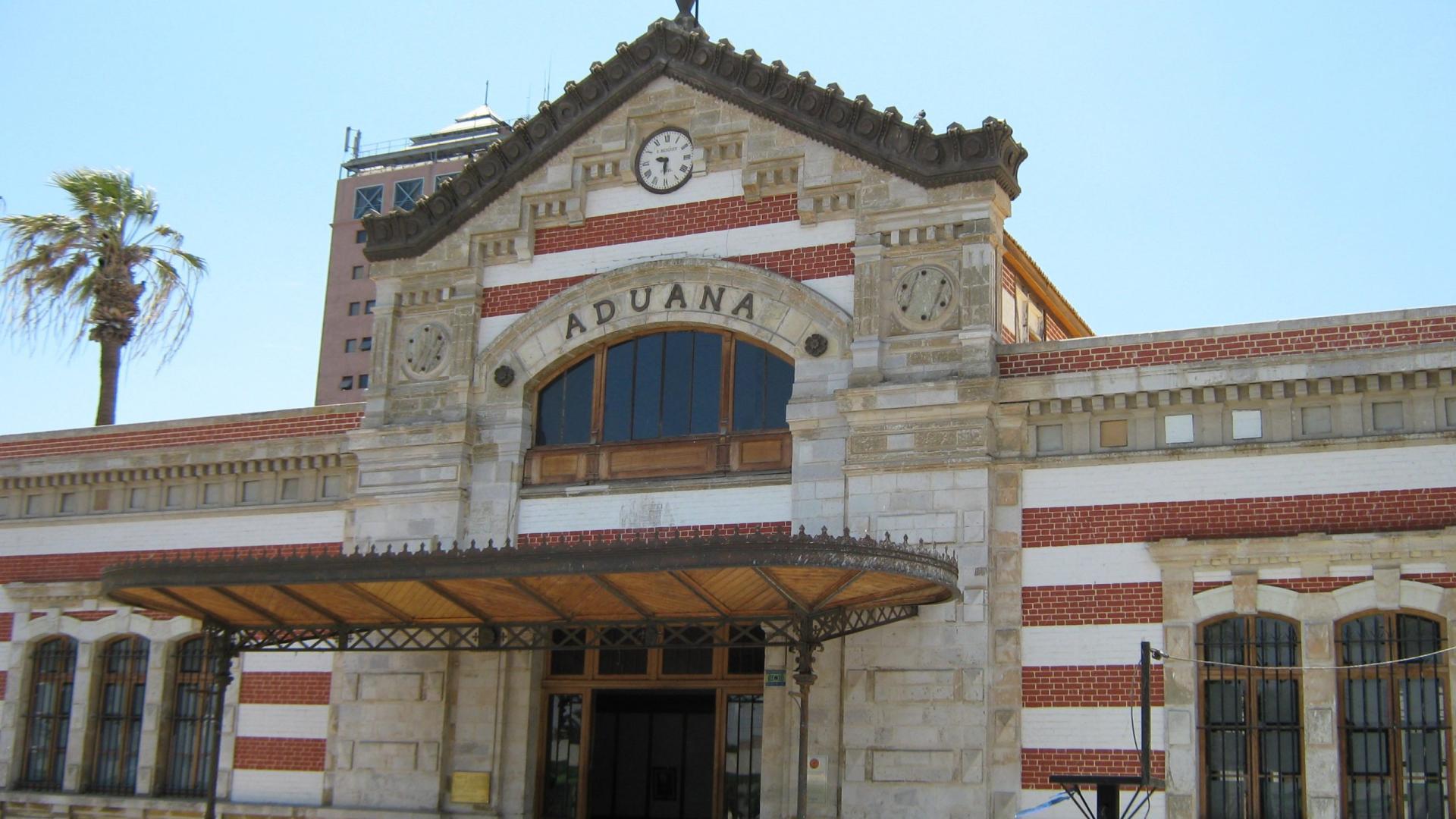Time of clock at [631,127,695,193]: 9:30
